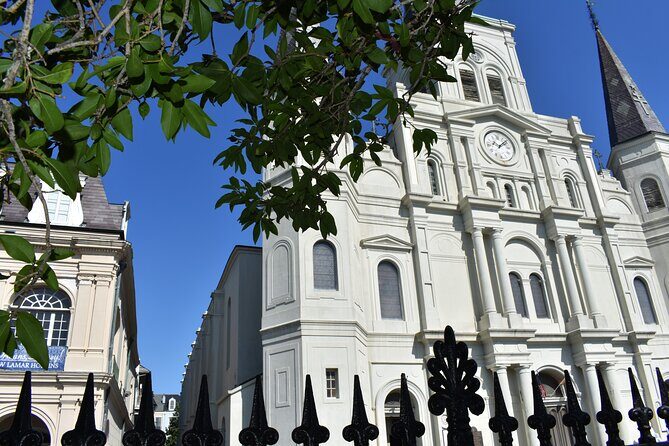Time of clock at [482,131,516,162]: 10:07
